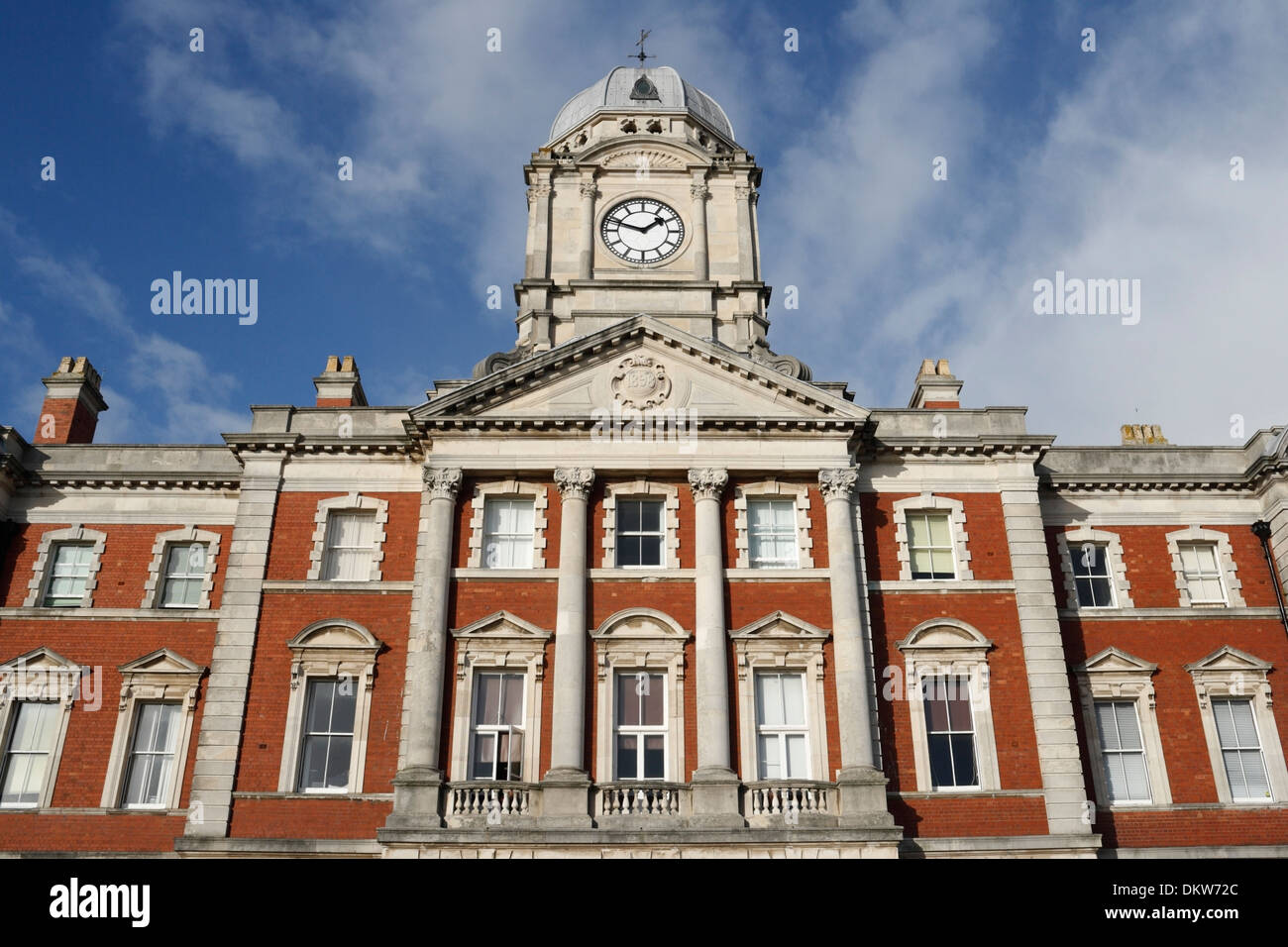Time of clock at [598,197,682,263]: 1:47
